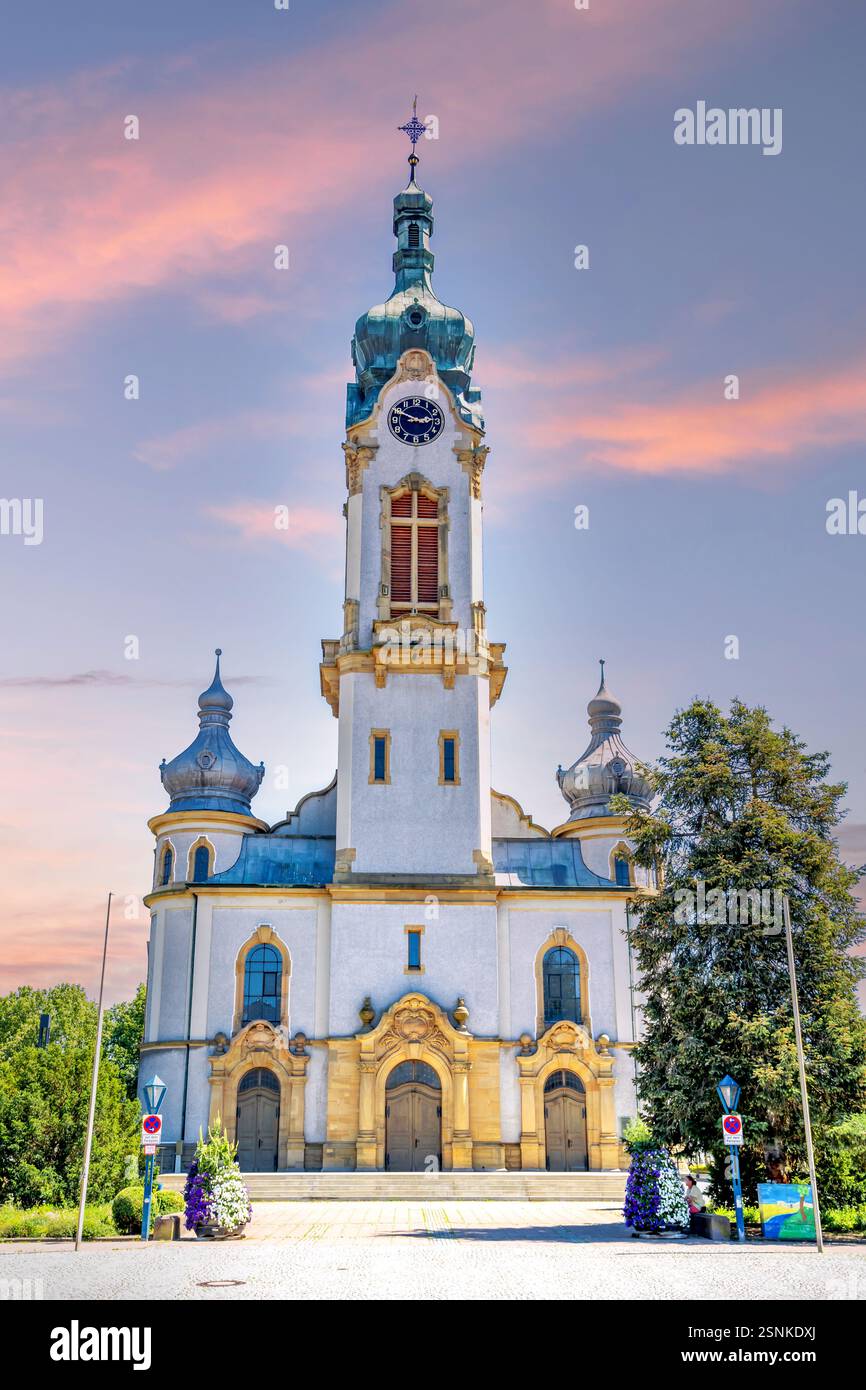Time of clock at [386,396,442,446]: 2:49
